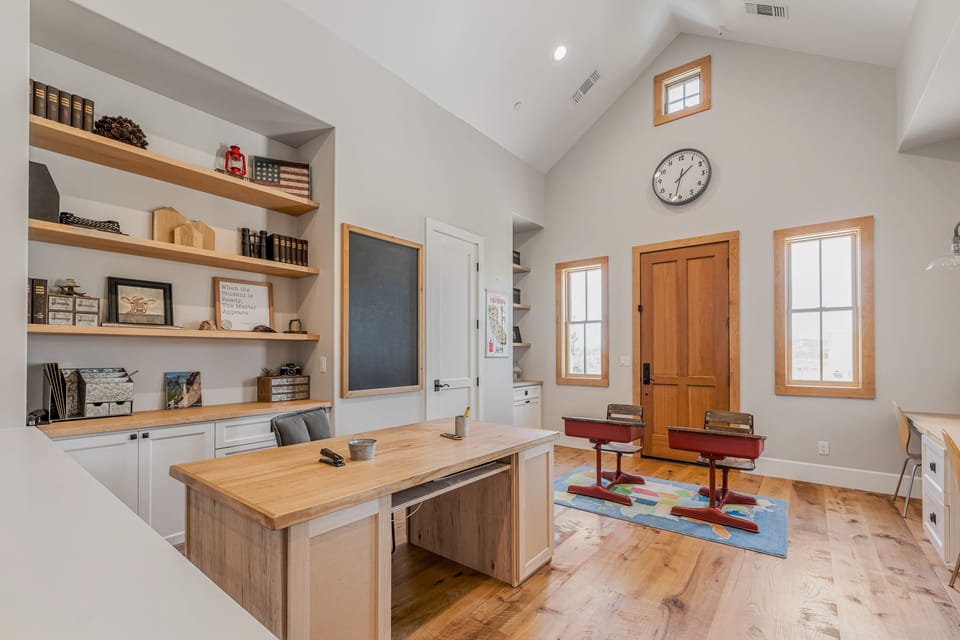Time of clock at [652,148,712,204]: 1:32
